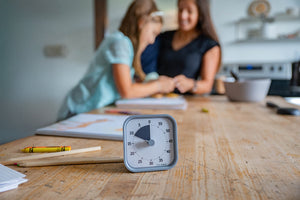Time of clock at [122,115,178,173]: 8:49
